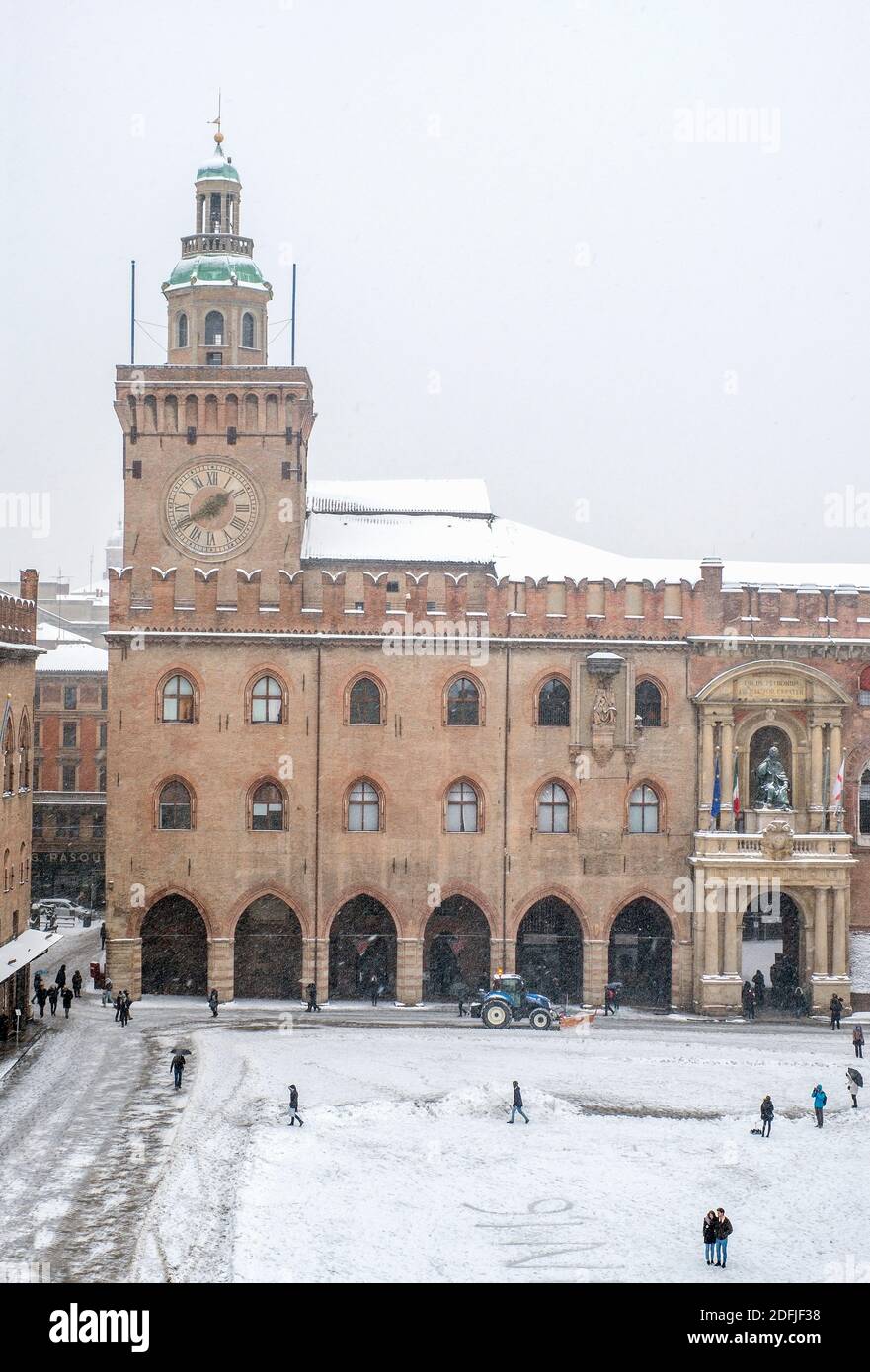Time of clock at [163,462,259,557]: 1:40
